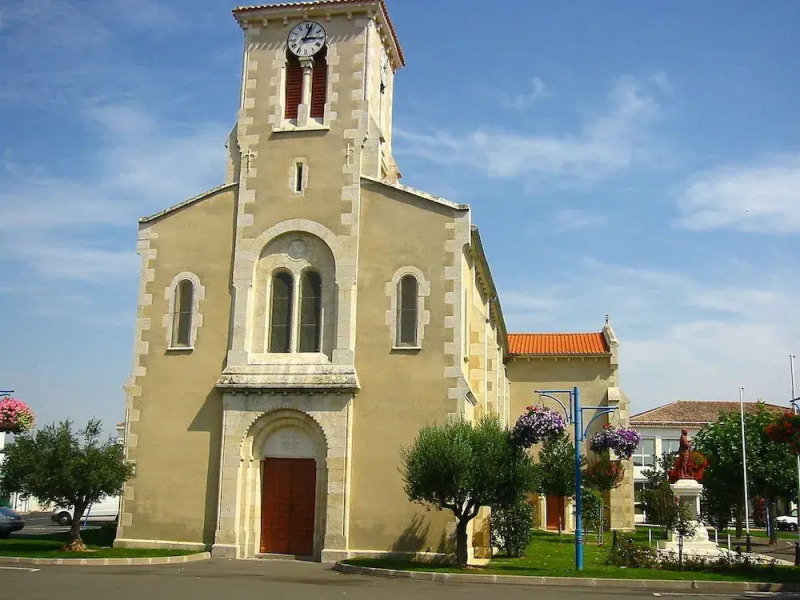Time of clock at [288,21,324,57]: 3:02
